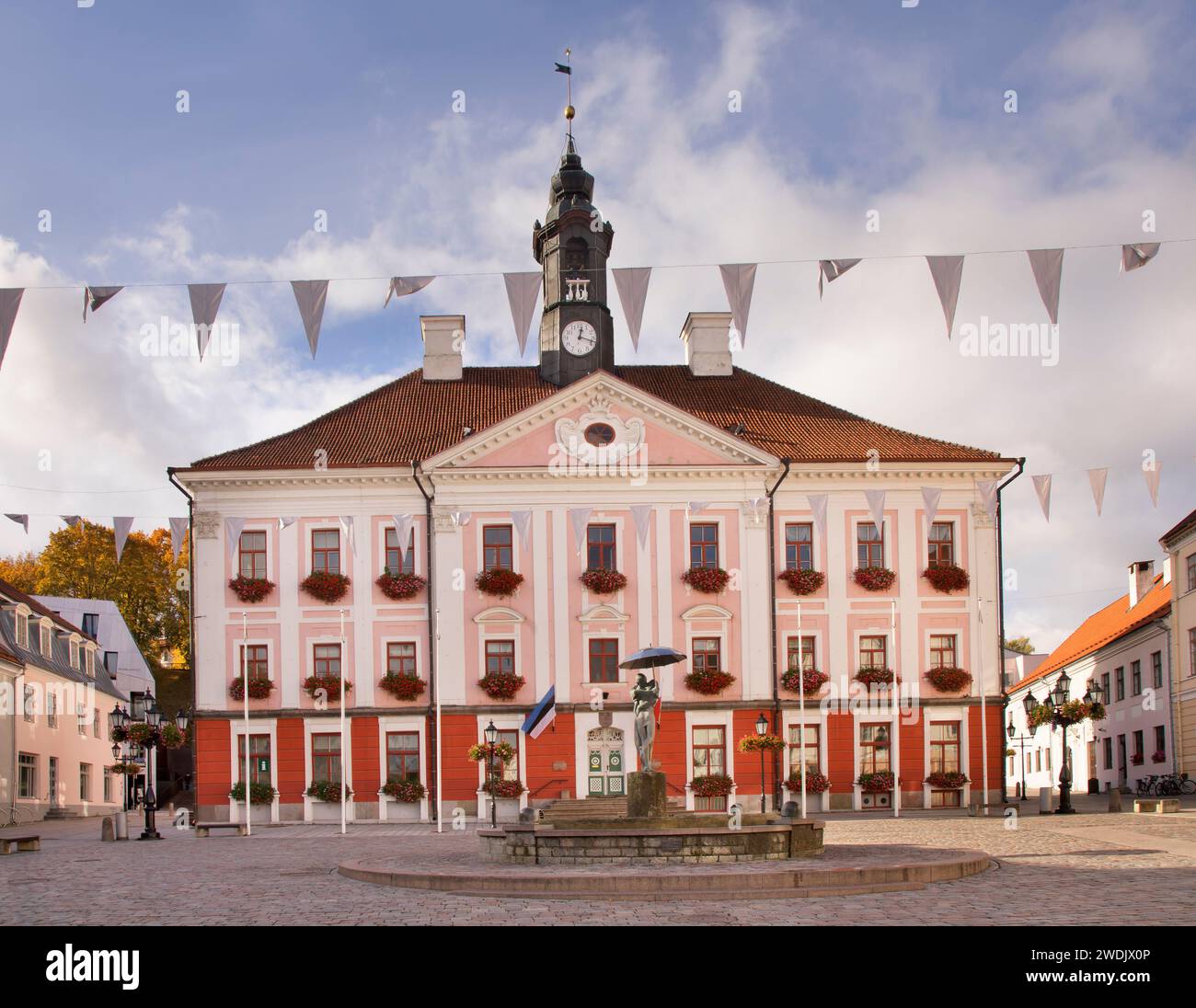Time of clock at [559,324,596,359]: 12:18
